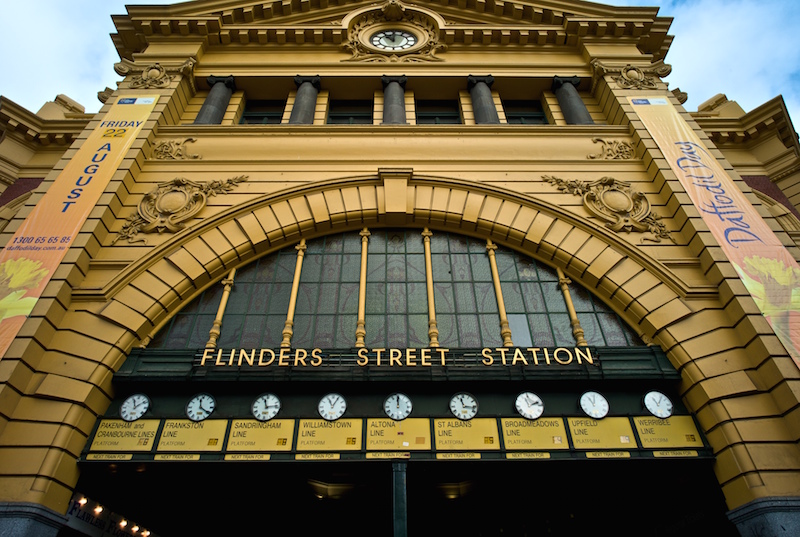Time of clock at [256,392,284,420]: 11:13
